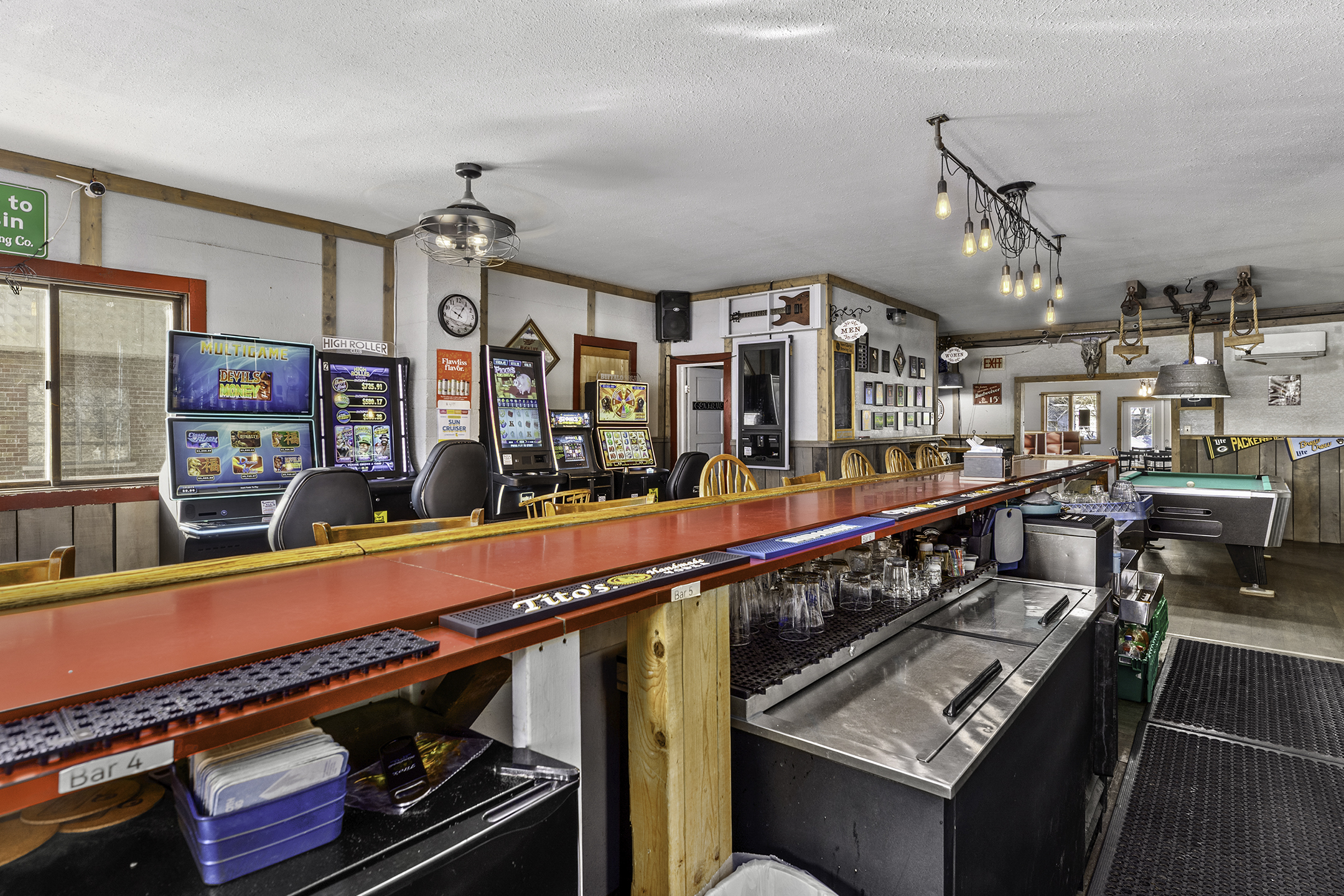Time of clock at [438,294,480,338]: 10:05
